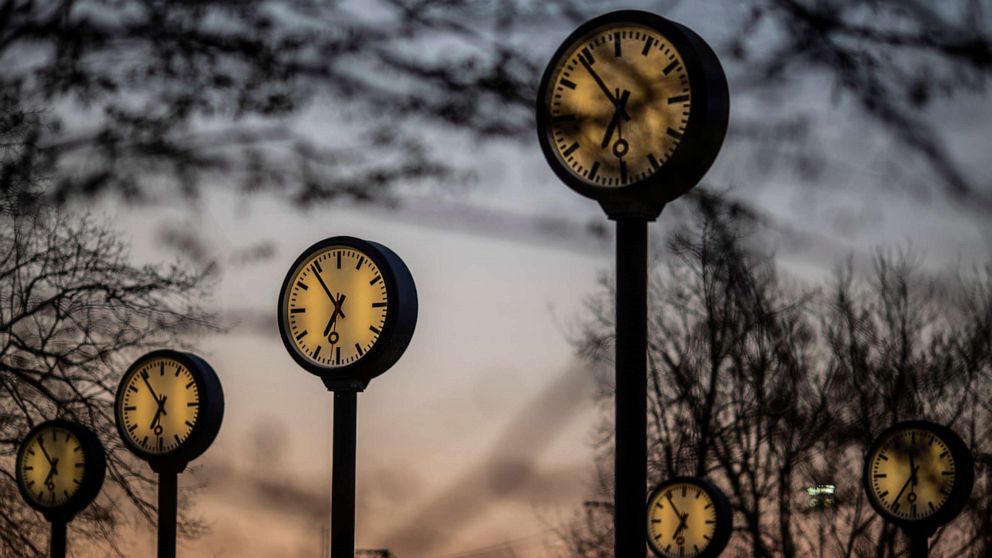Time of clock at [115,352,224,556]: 6:54
